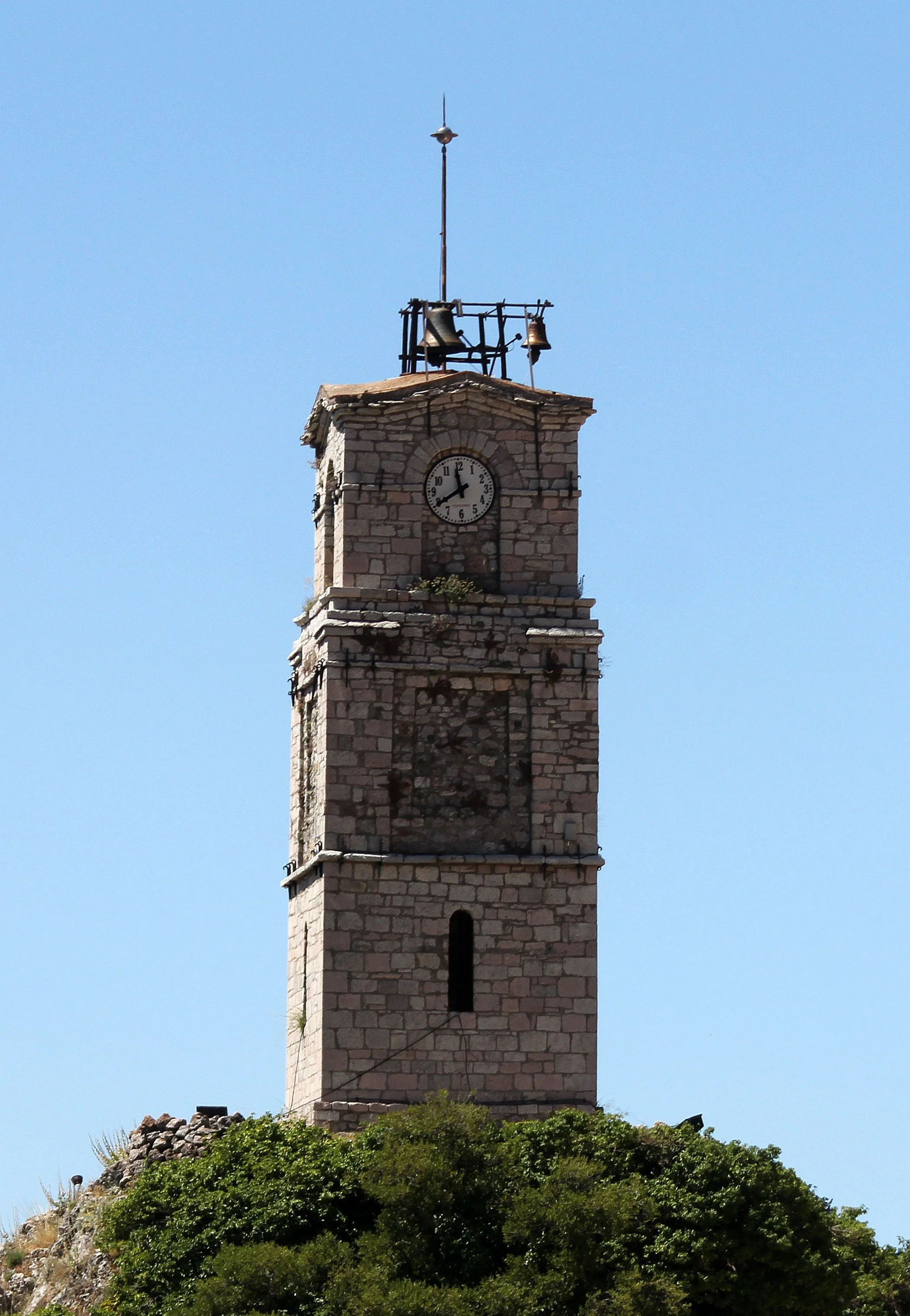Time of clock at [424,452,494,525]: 11:40
